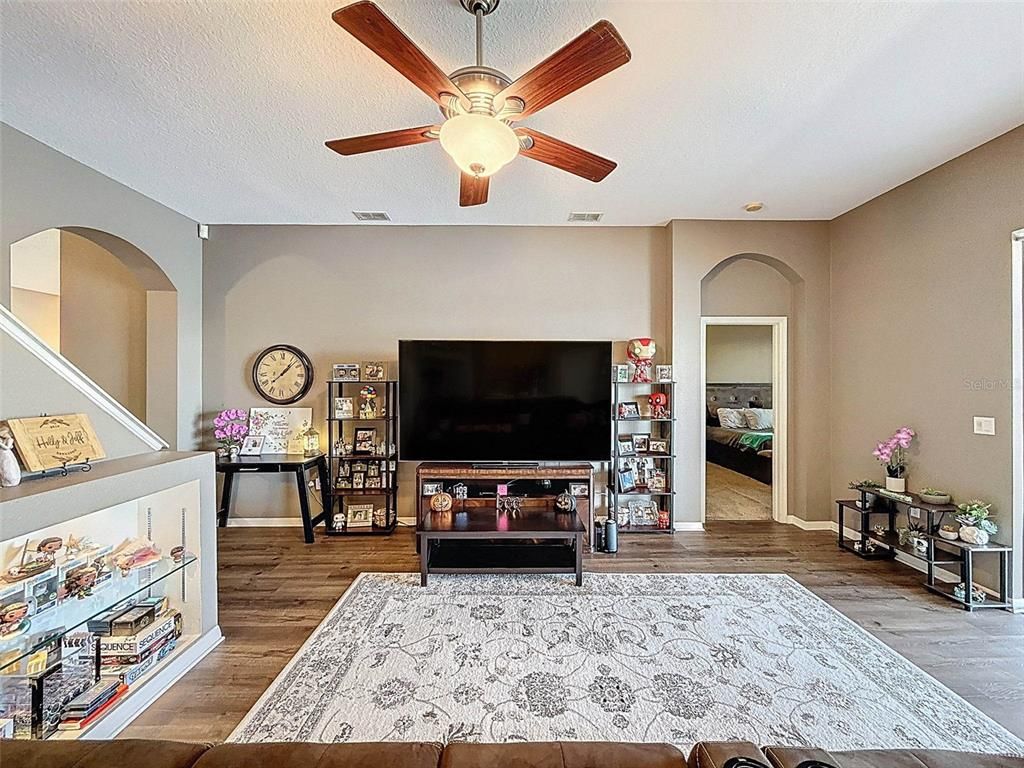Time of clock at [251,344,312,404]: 1:07
